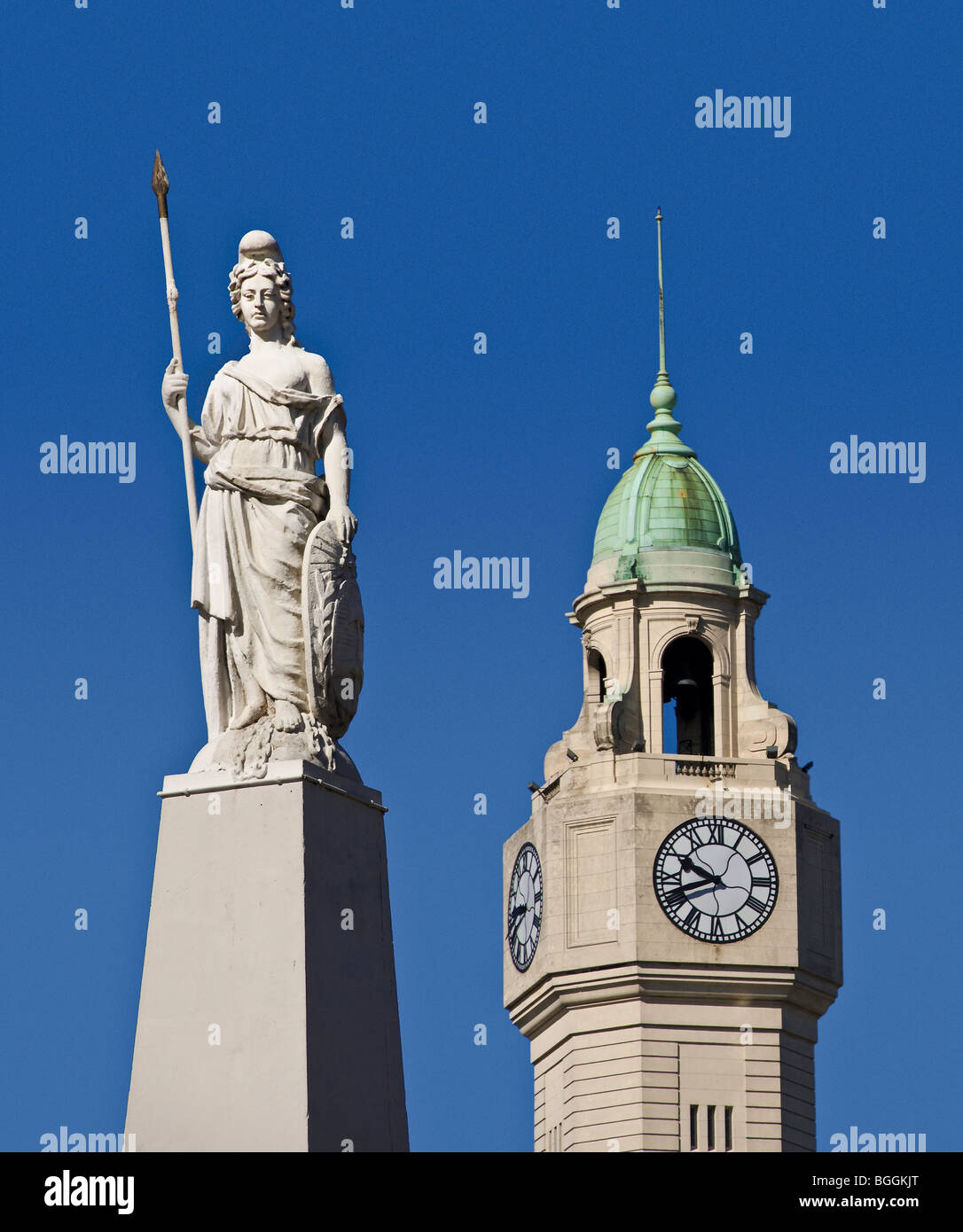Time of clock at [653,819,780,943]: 9:41
